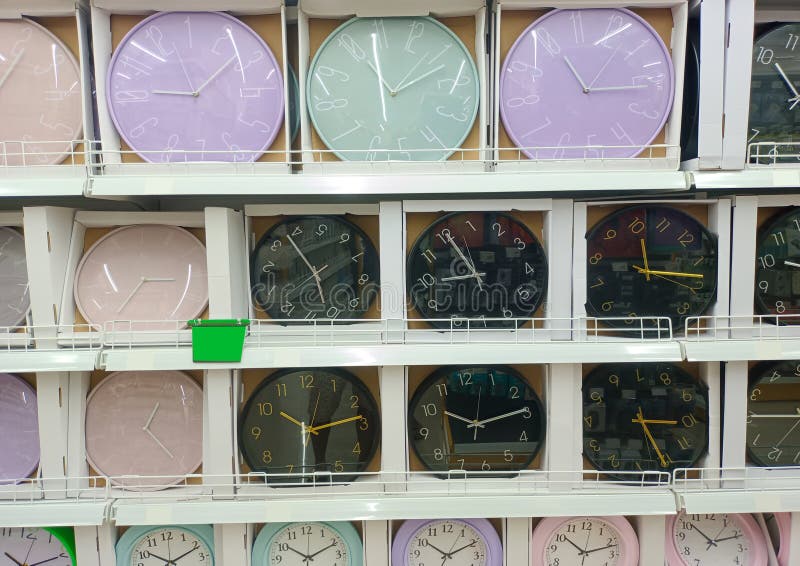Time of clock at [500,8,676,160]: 11:15
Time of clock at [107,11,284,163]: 9:08
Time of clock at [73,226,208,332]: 7:15
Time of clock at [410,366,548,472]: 10:13
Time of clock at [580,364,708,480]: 5:15
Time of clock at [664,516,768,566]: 10:11
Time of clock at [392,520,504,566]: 10:10
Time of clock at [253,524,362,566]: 10:10
